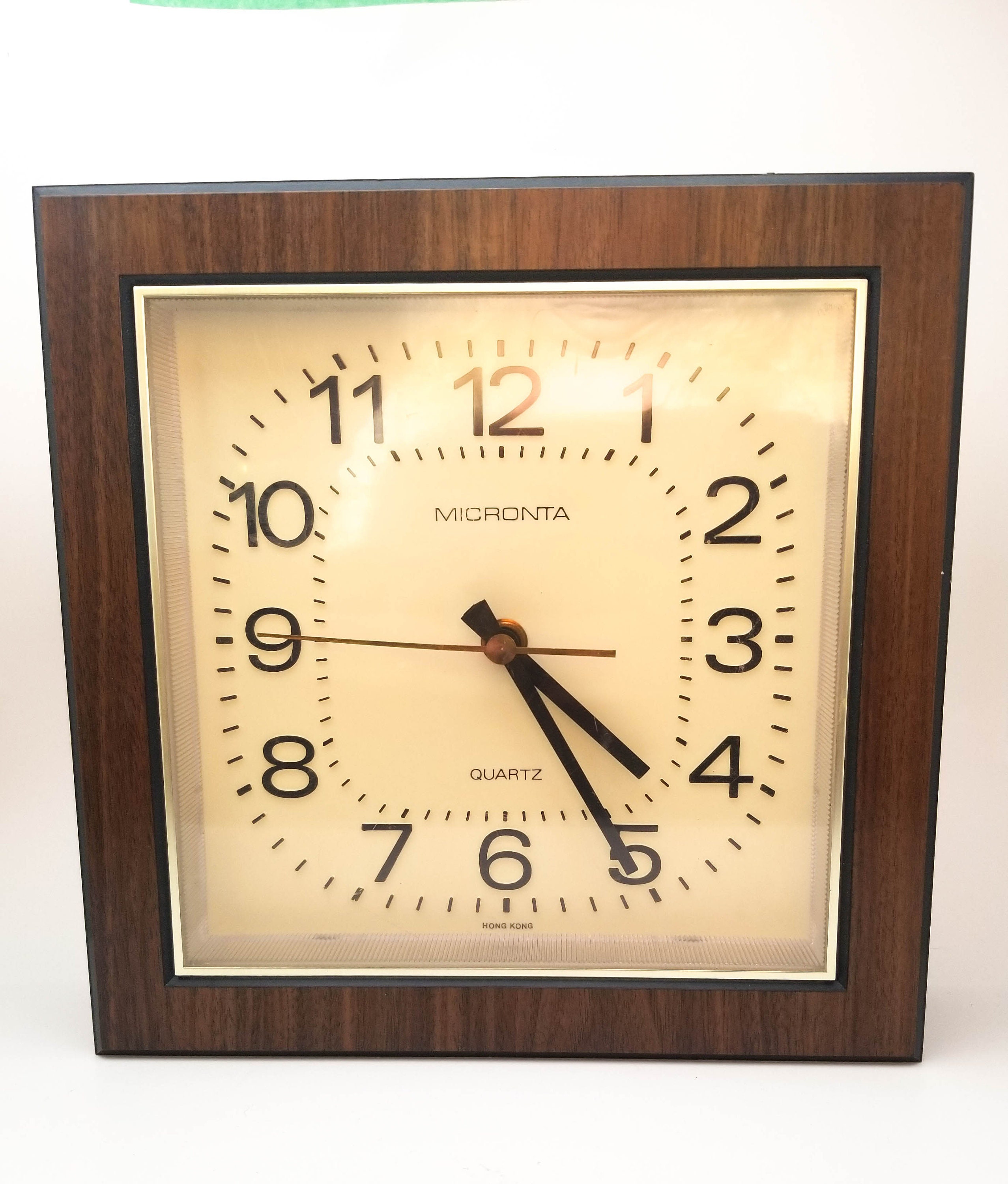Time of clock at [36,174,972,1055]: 4:25
